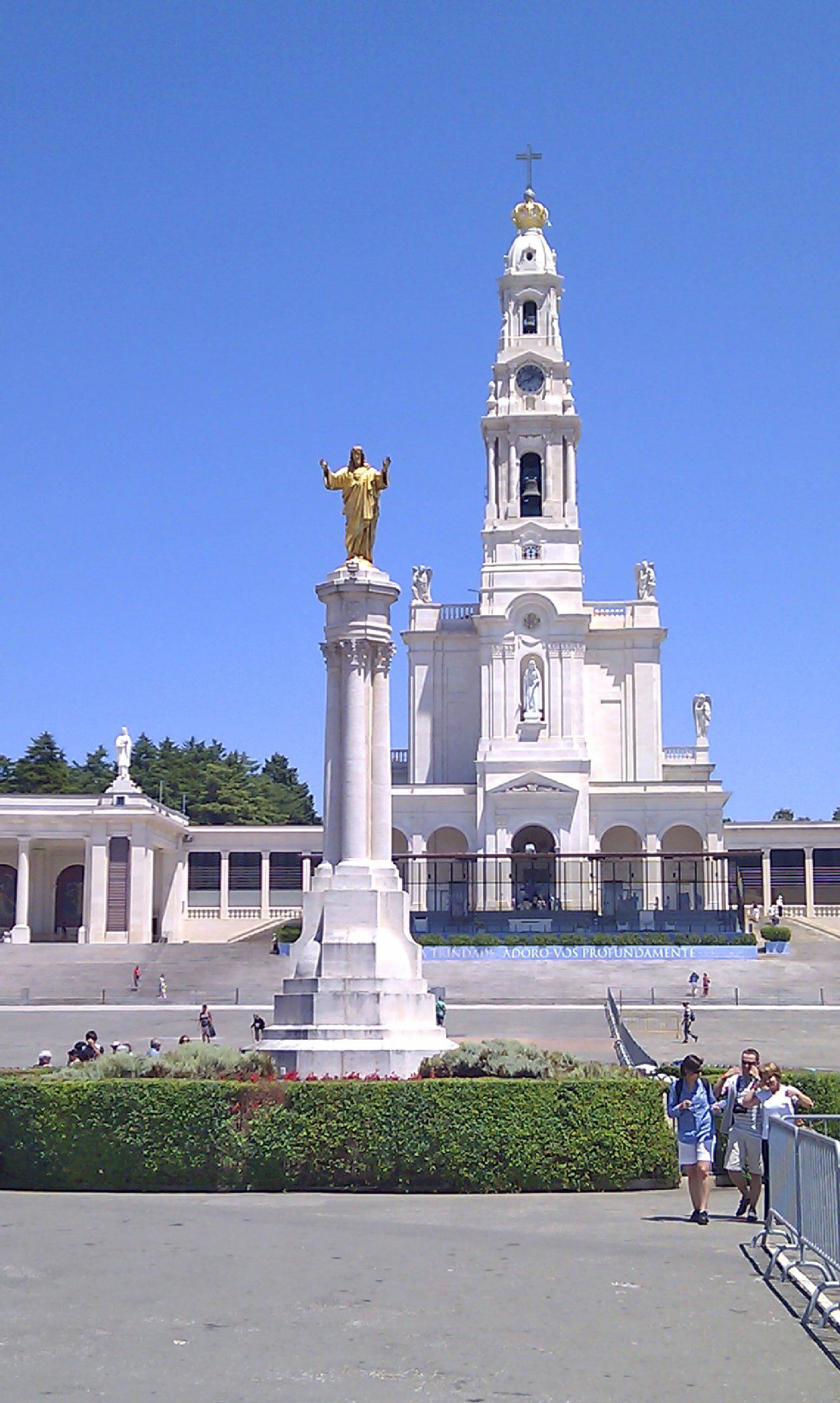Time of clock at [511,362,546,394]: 1:41
